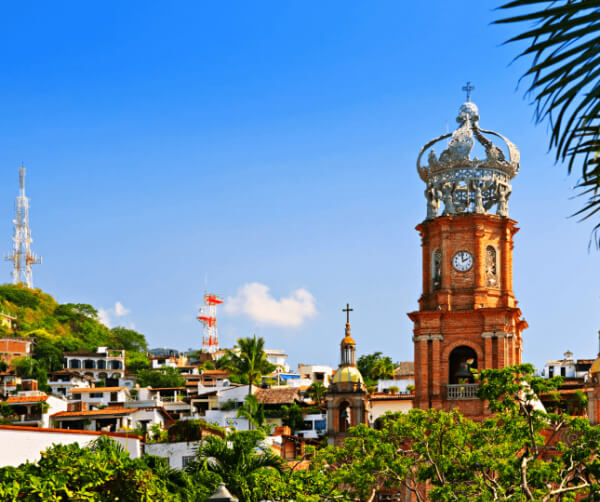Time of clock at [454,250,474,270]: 1:59
